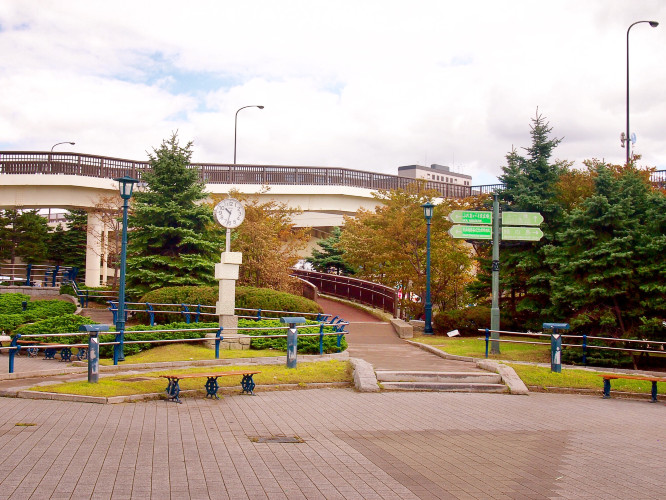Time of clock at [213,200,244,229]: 10:32
